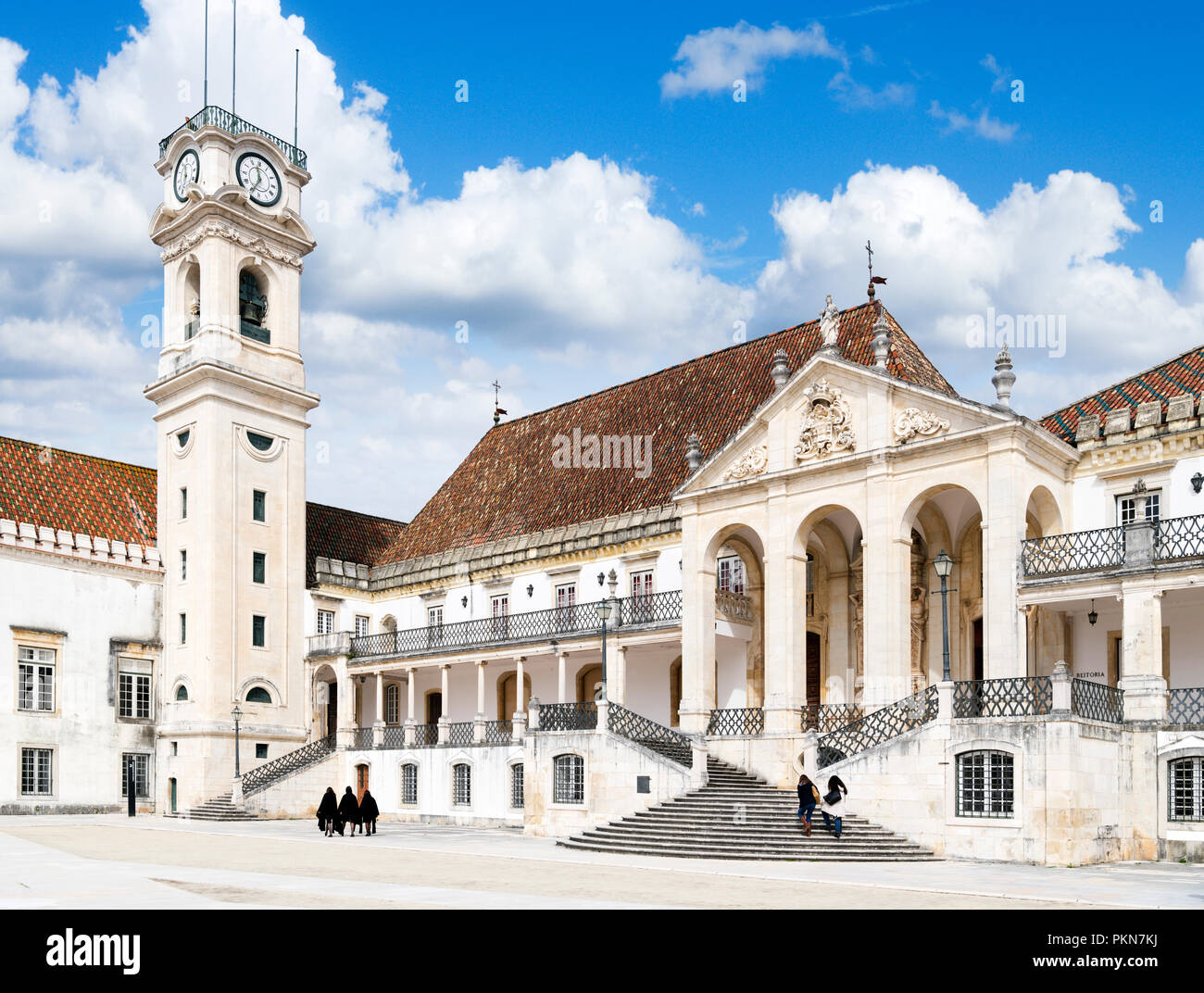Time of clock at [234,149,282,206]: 11:34
